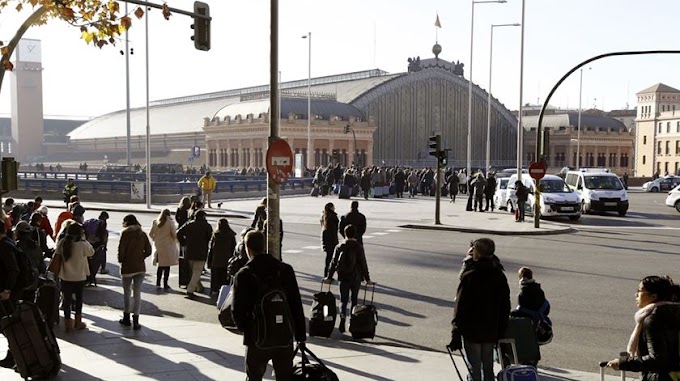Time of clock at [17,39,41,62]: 11:07
